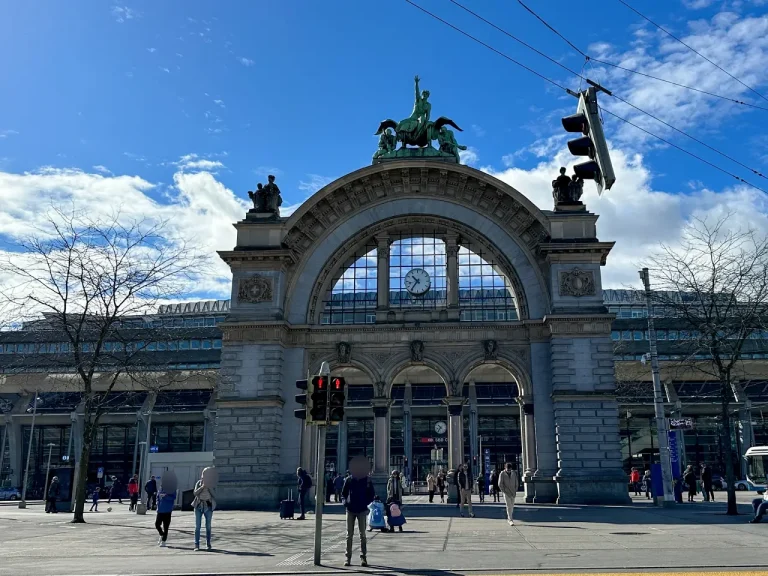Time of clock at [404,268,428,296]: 10:36
